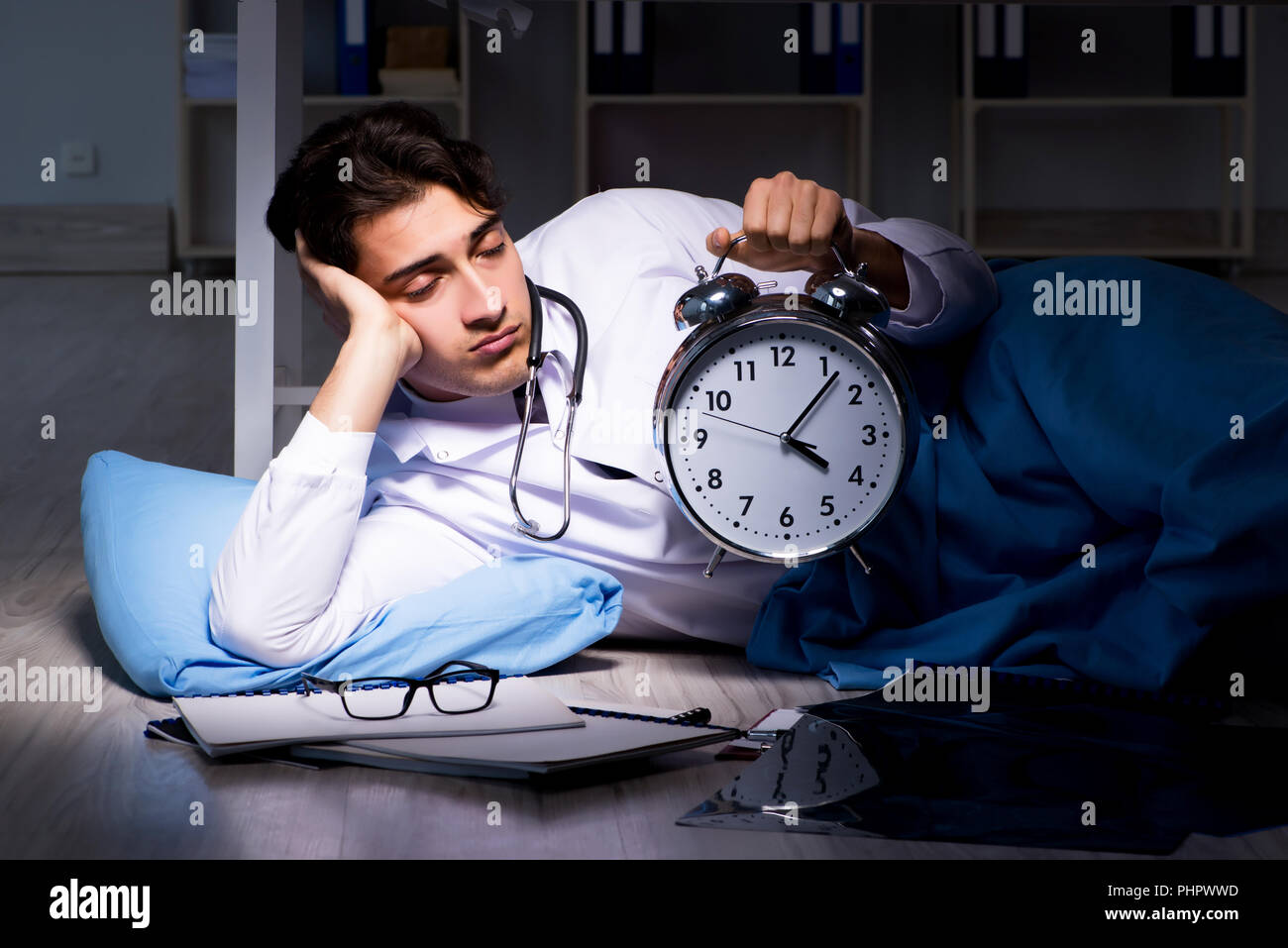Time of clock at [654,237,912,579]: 4:06
